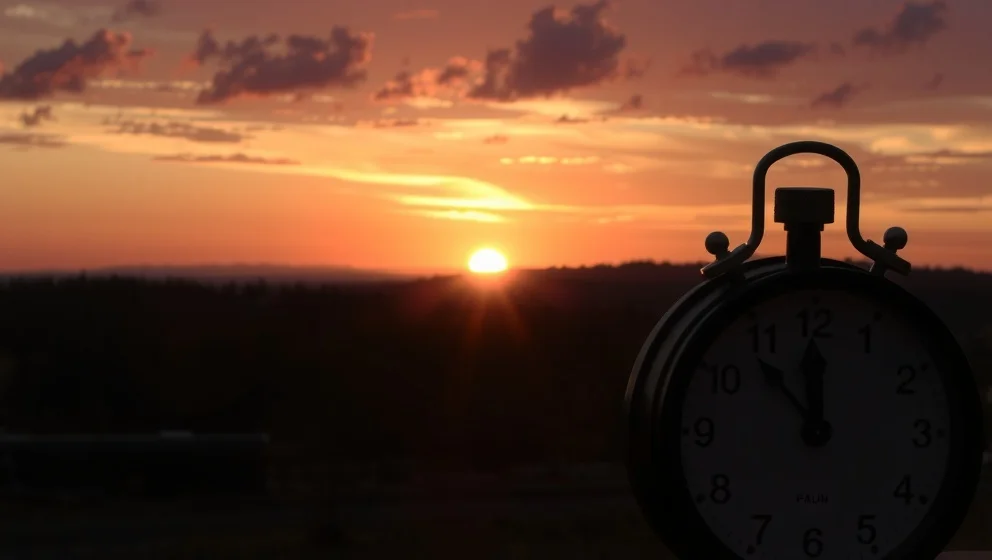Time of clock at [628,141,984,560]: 11:53
